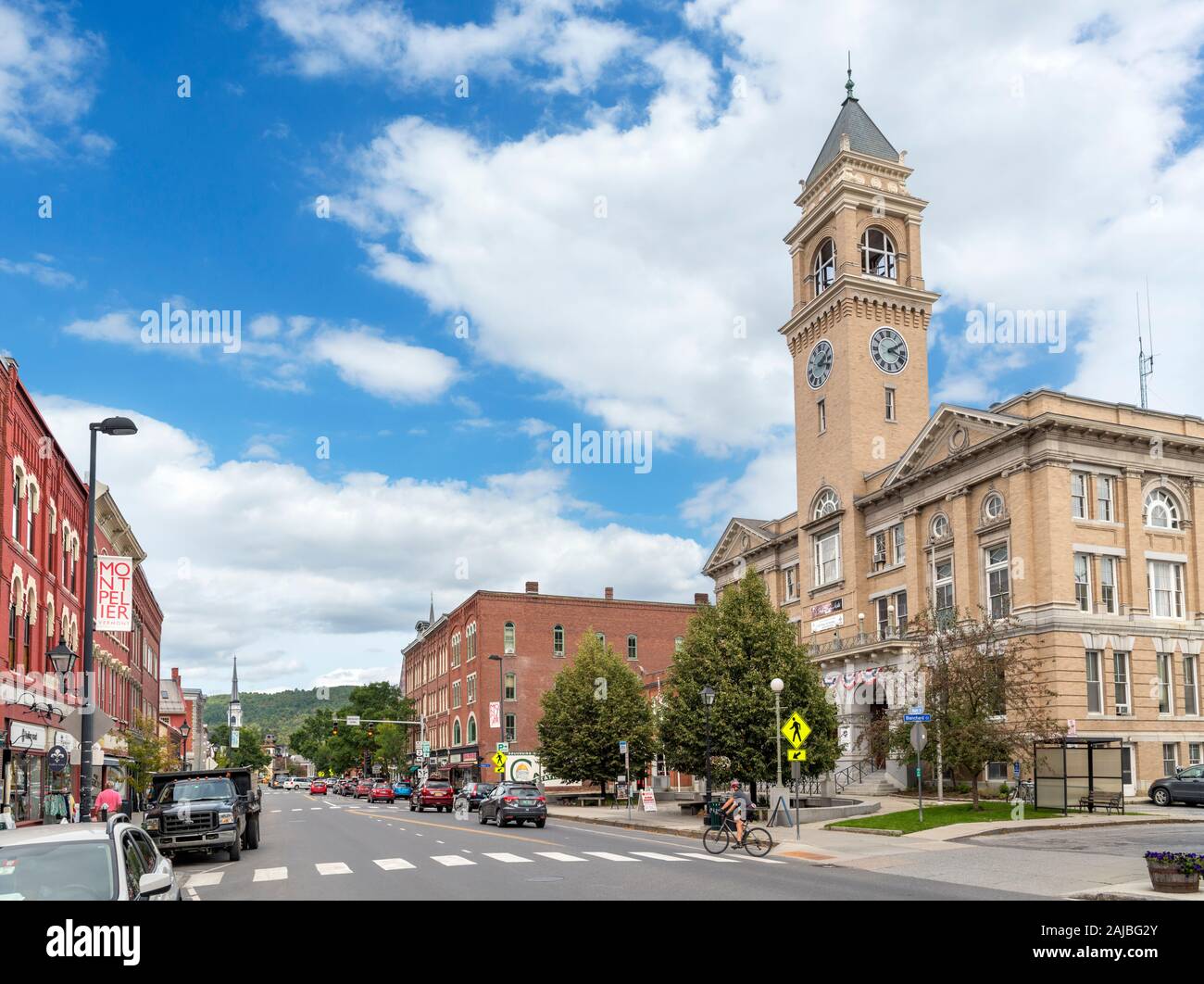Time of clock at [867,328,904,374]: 2:18
